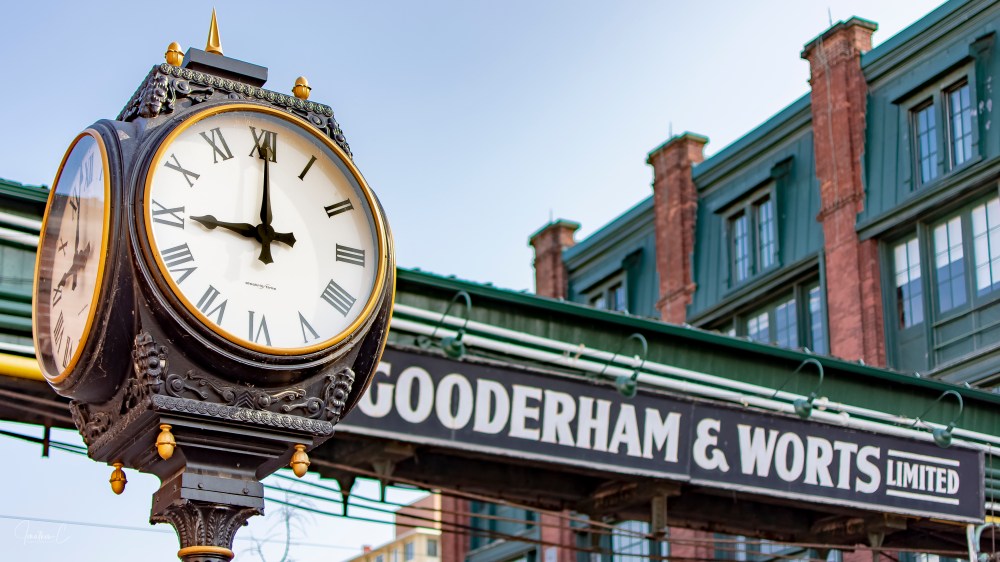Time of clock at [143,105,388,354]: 9:00
